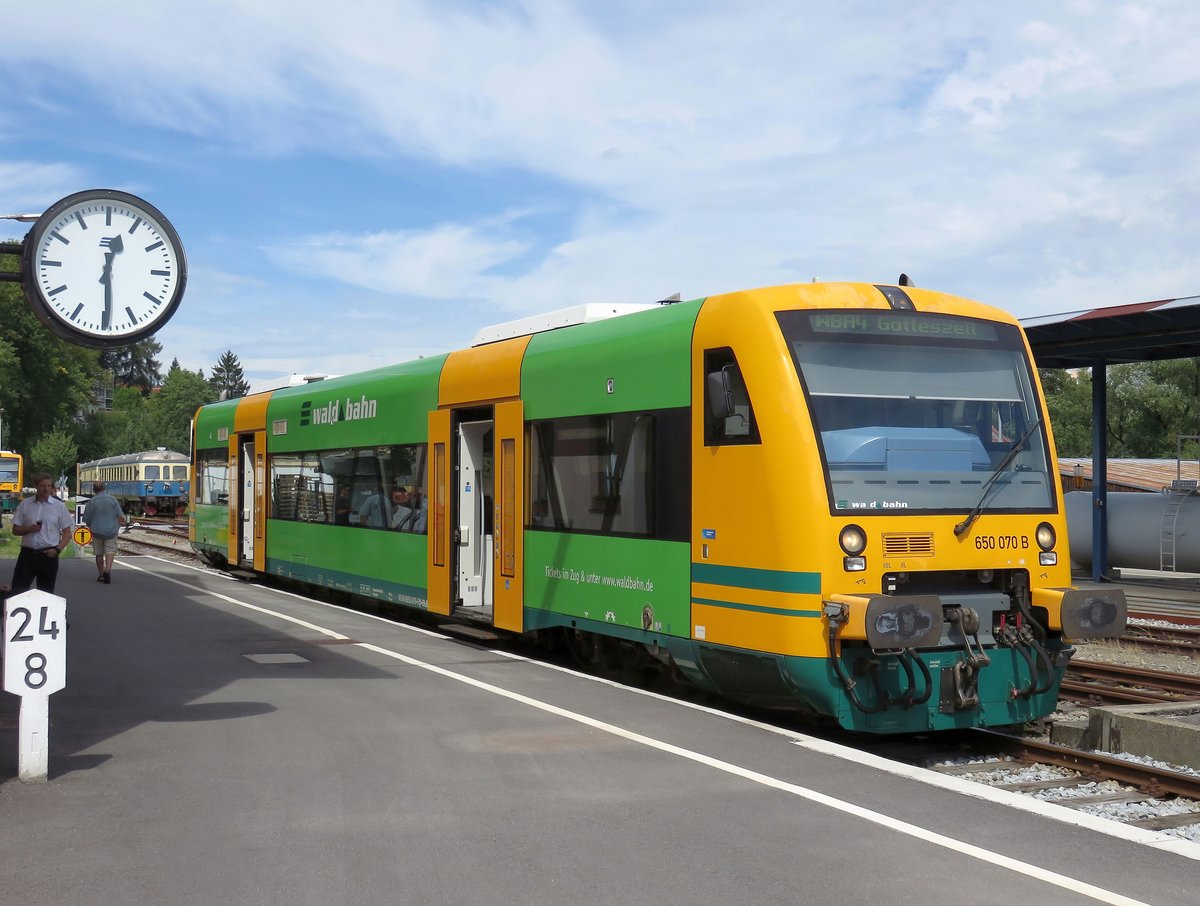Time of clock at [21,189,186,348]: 12:29
